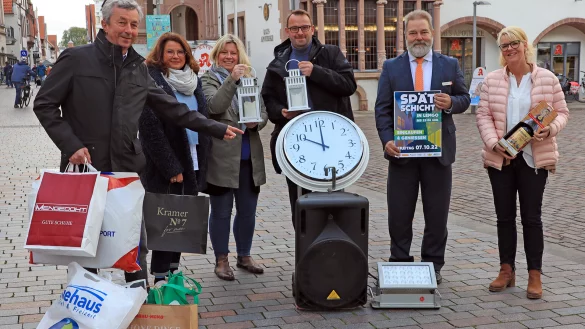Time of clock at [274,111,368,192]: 10:00
